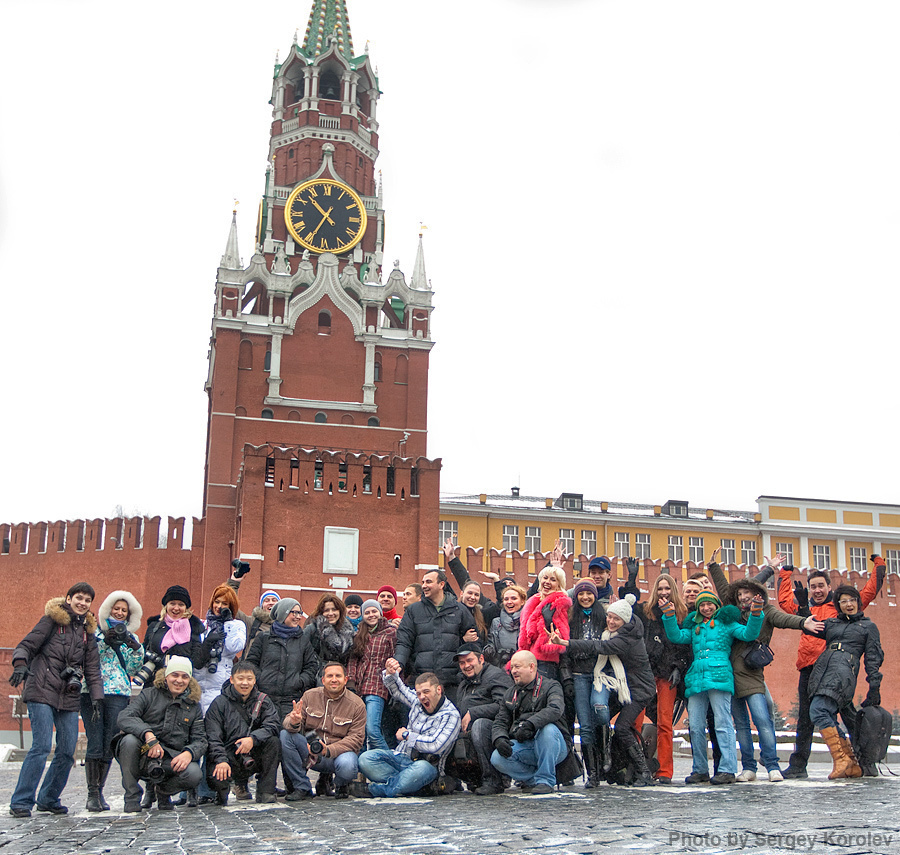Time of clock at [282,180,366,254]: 10:34
